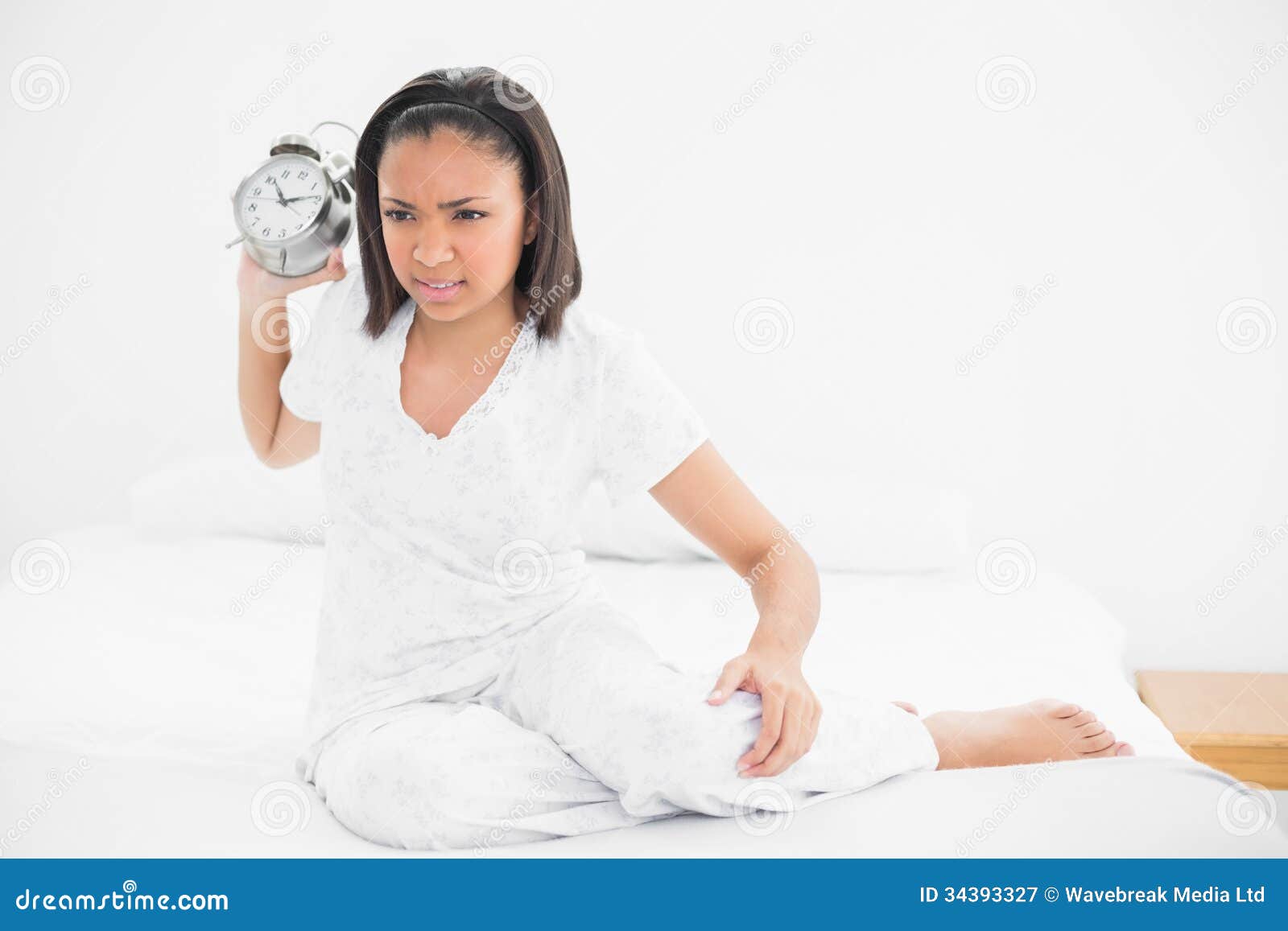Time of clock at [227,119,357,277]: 11:14
